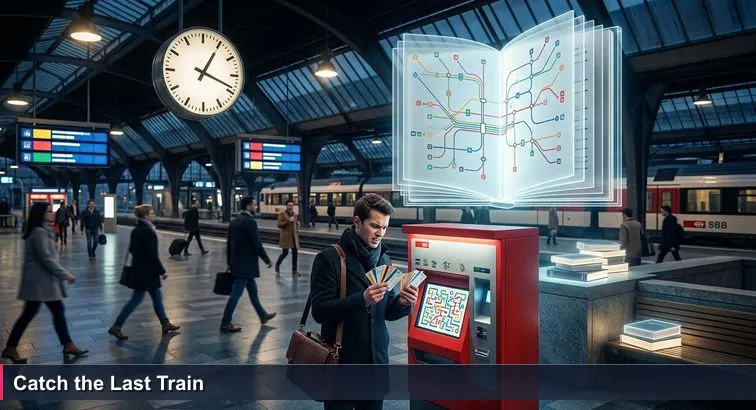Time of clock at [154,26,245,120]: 1:18
